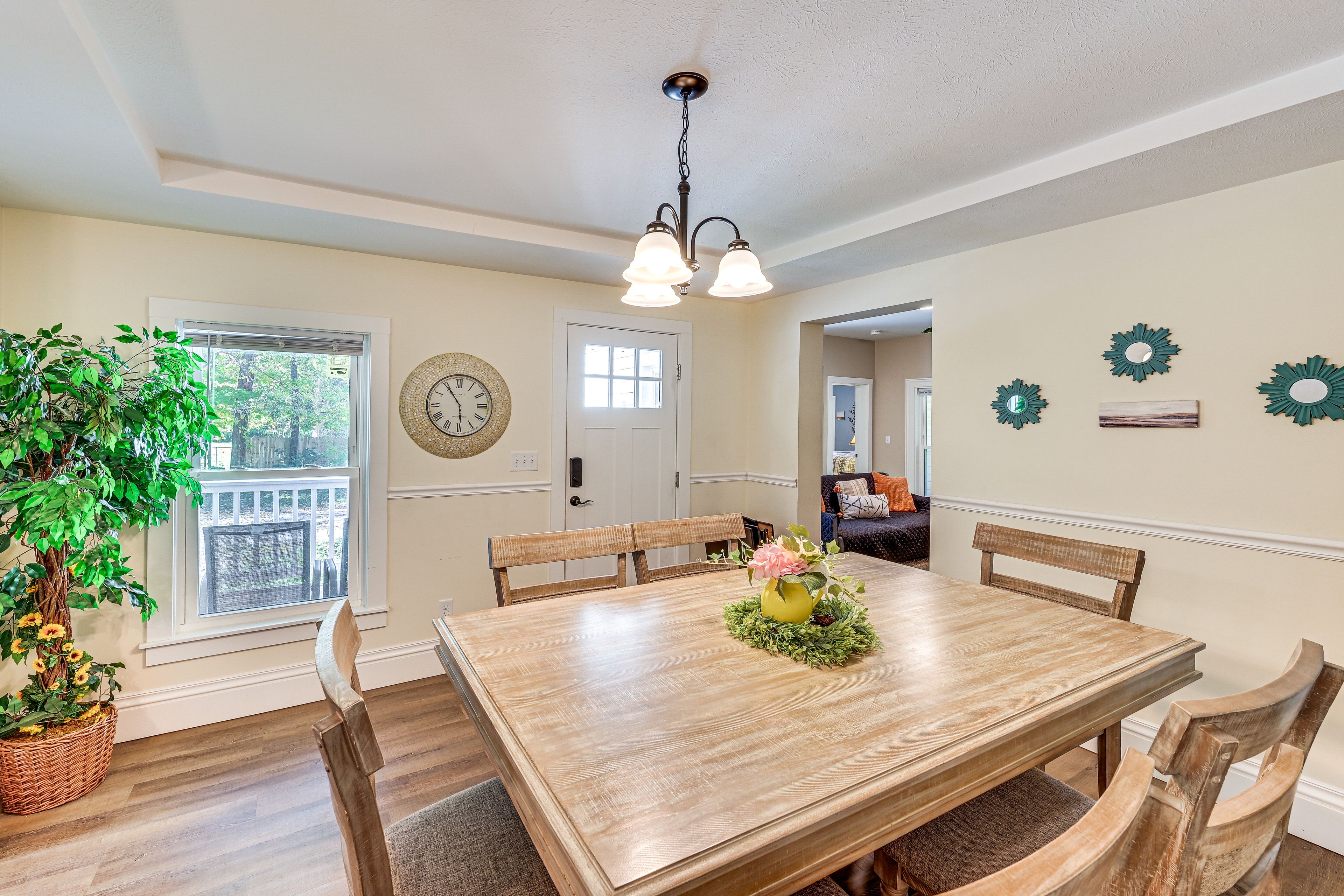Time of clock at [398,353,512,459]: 5:54
